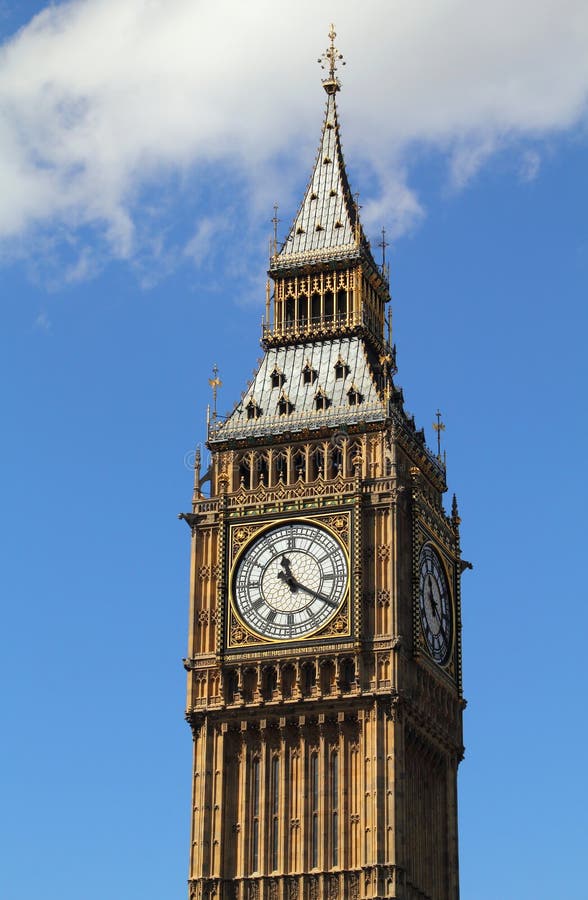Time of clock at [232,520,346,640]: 11:20
